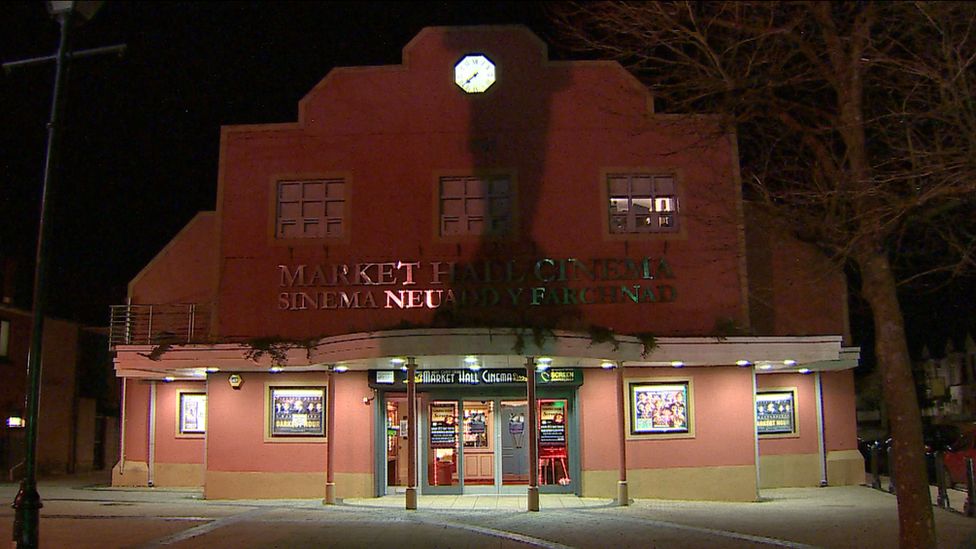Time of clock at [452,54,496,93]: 7:37
